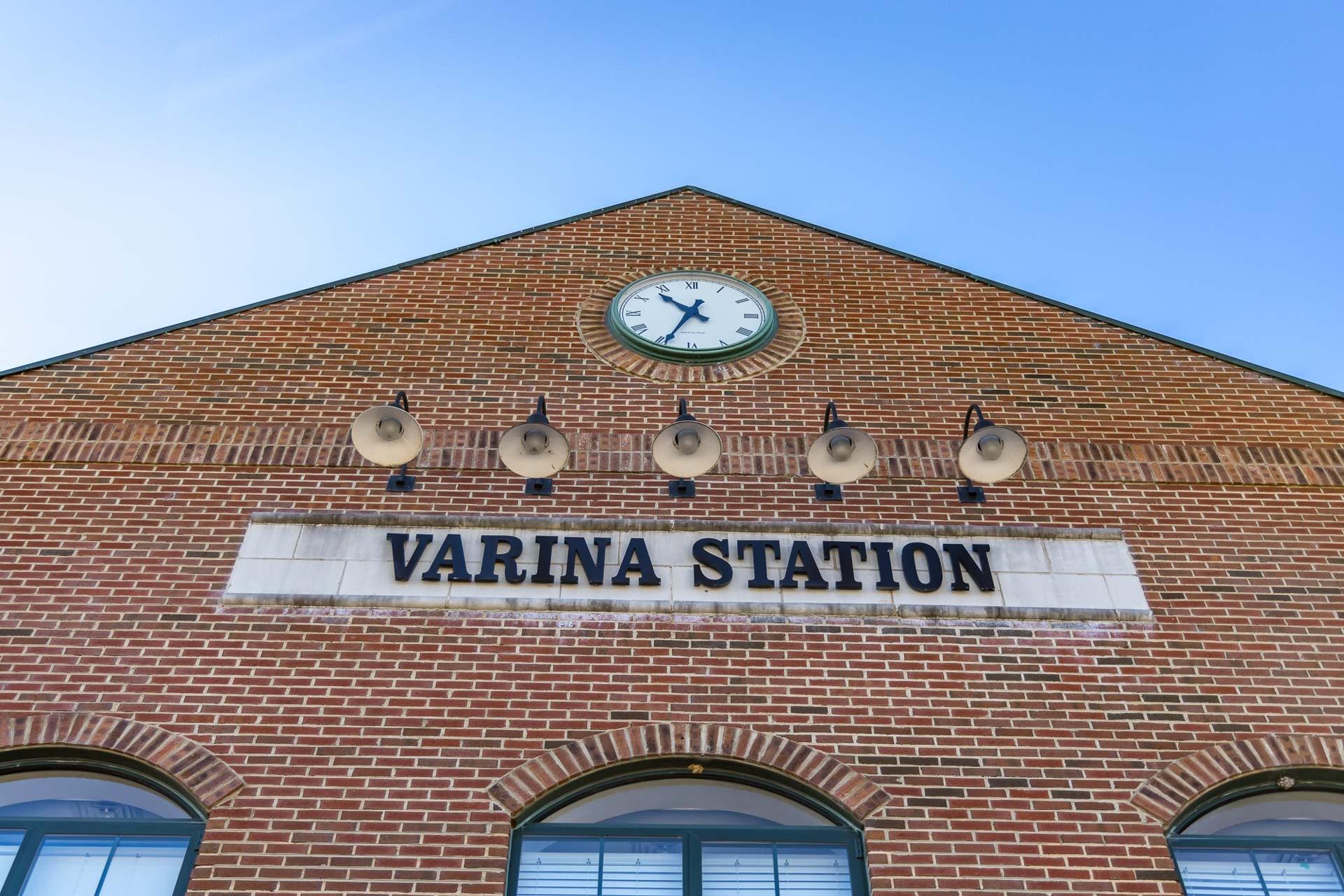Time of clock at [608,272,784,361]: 10:34
